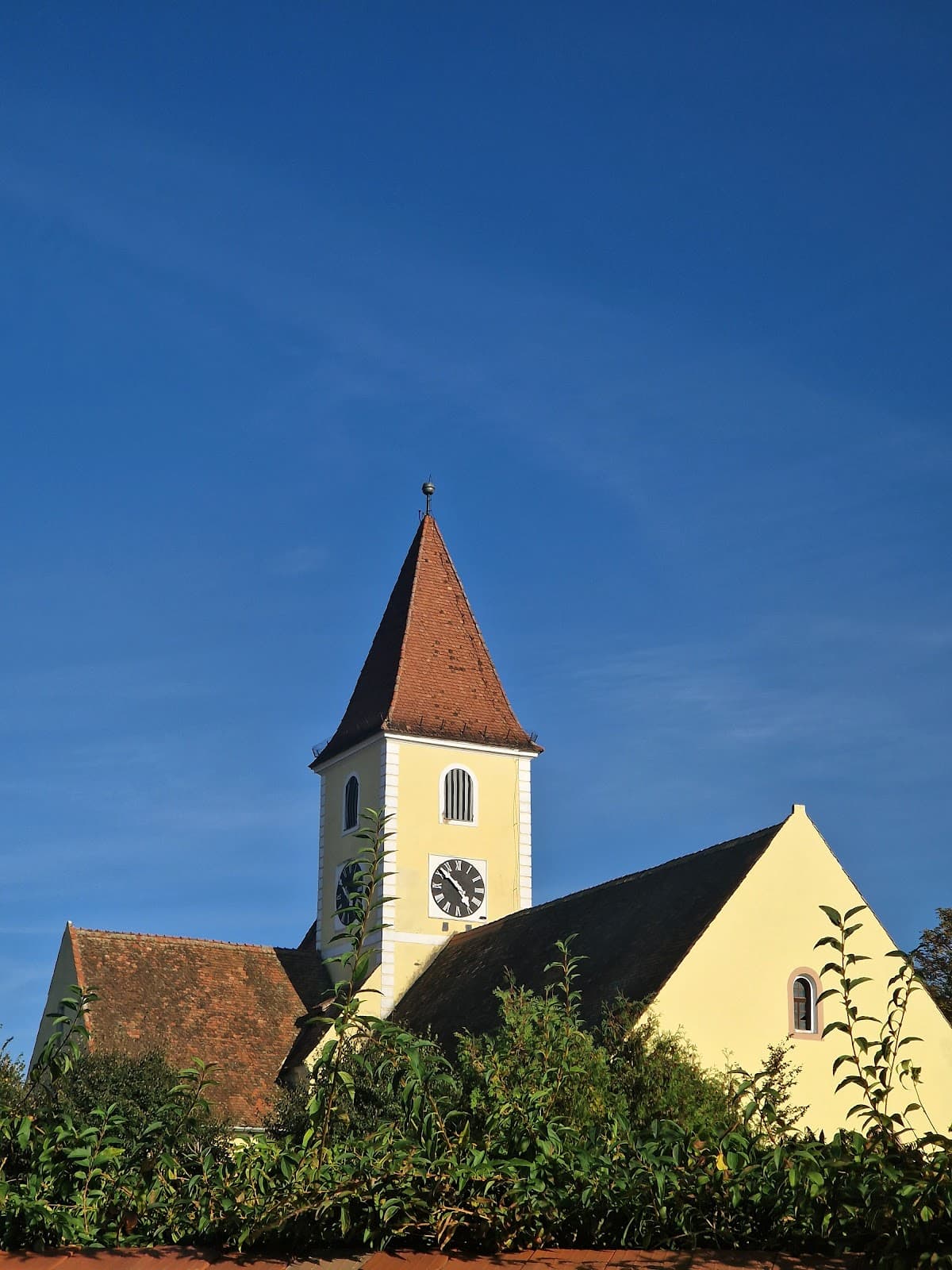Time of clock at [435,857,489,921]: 4:51
